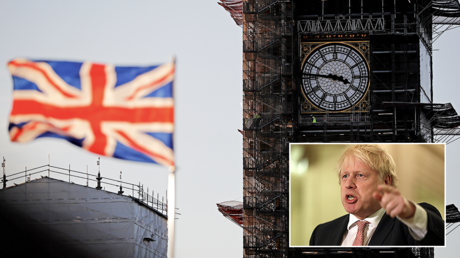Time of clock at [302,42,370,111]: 3:45
